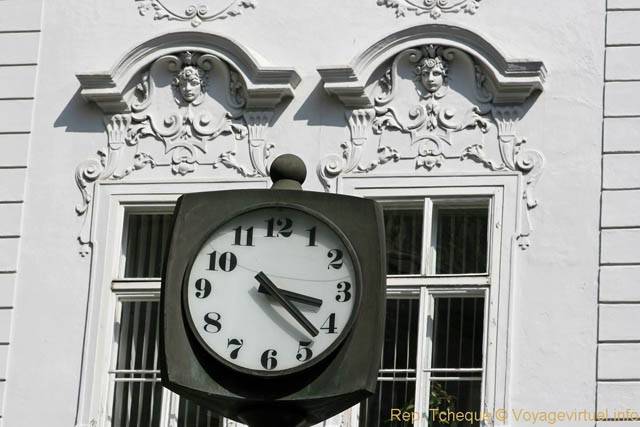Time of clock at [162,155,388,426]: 3:22
